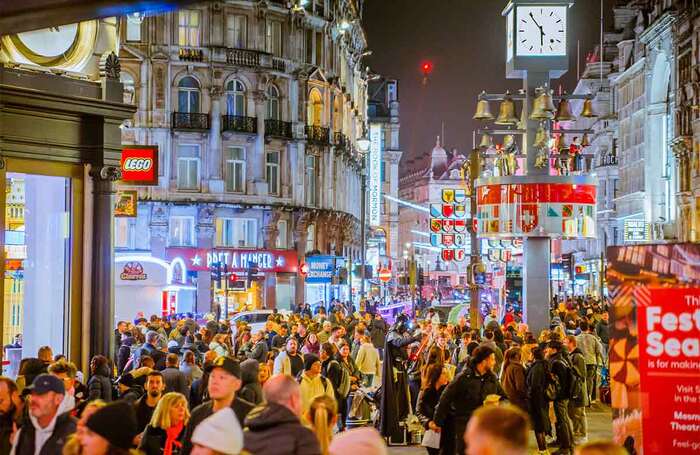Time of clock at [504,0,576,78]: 5:54
